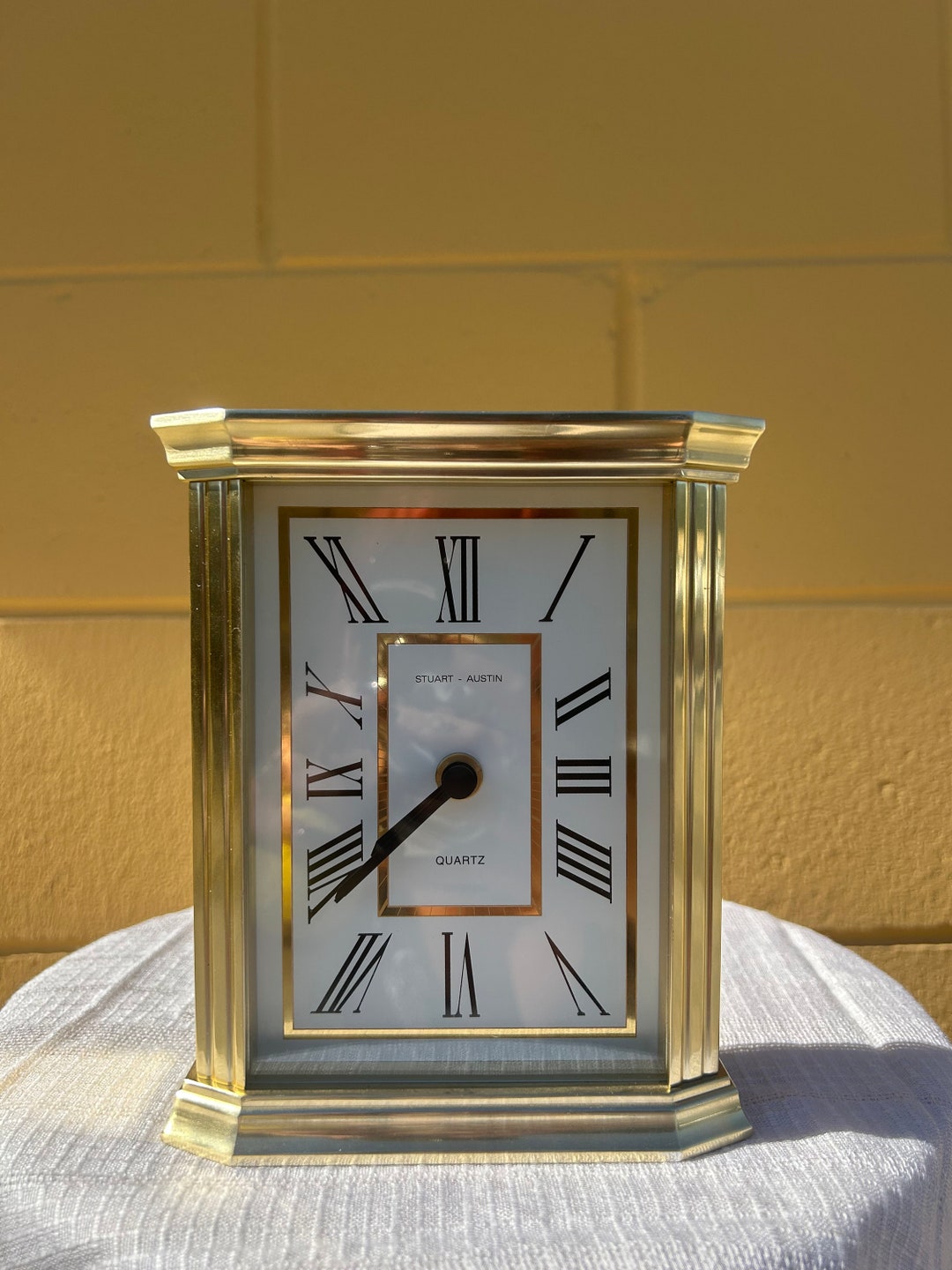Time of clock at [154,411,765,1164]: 7:38
